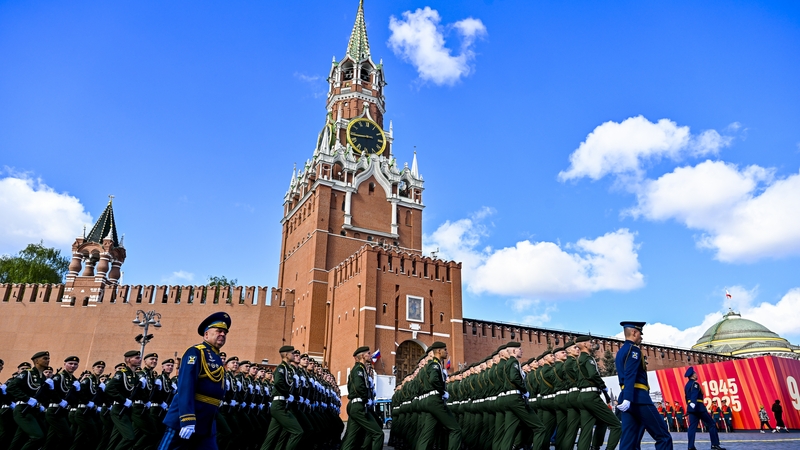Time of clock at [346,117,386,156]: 8:43
